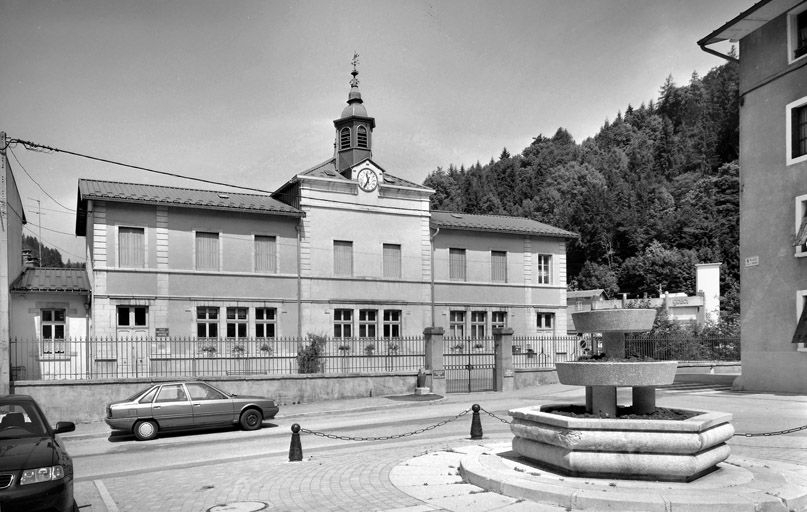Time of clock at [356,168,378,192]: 11:35
